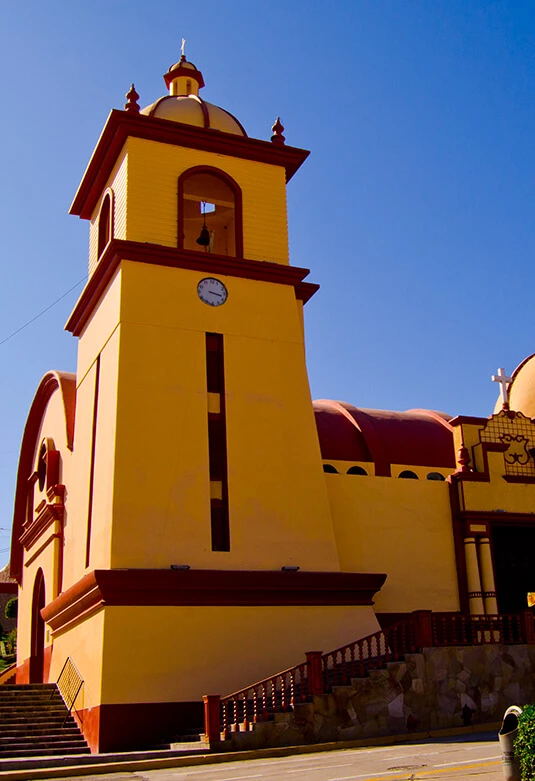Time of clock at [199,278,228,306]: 3:17
